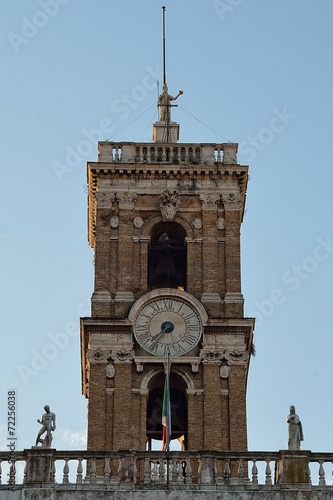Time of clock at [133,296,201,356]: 7:35
